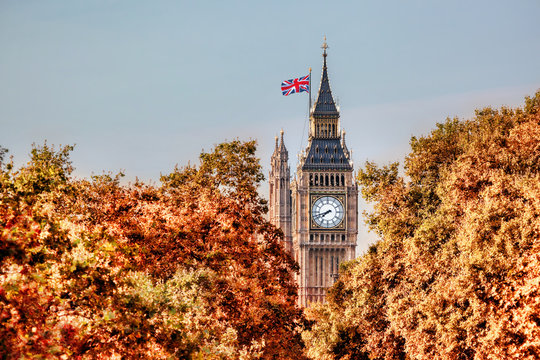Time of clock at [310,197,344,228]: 7:42
